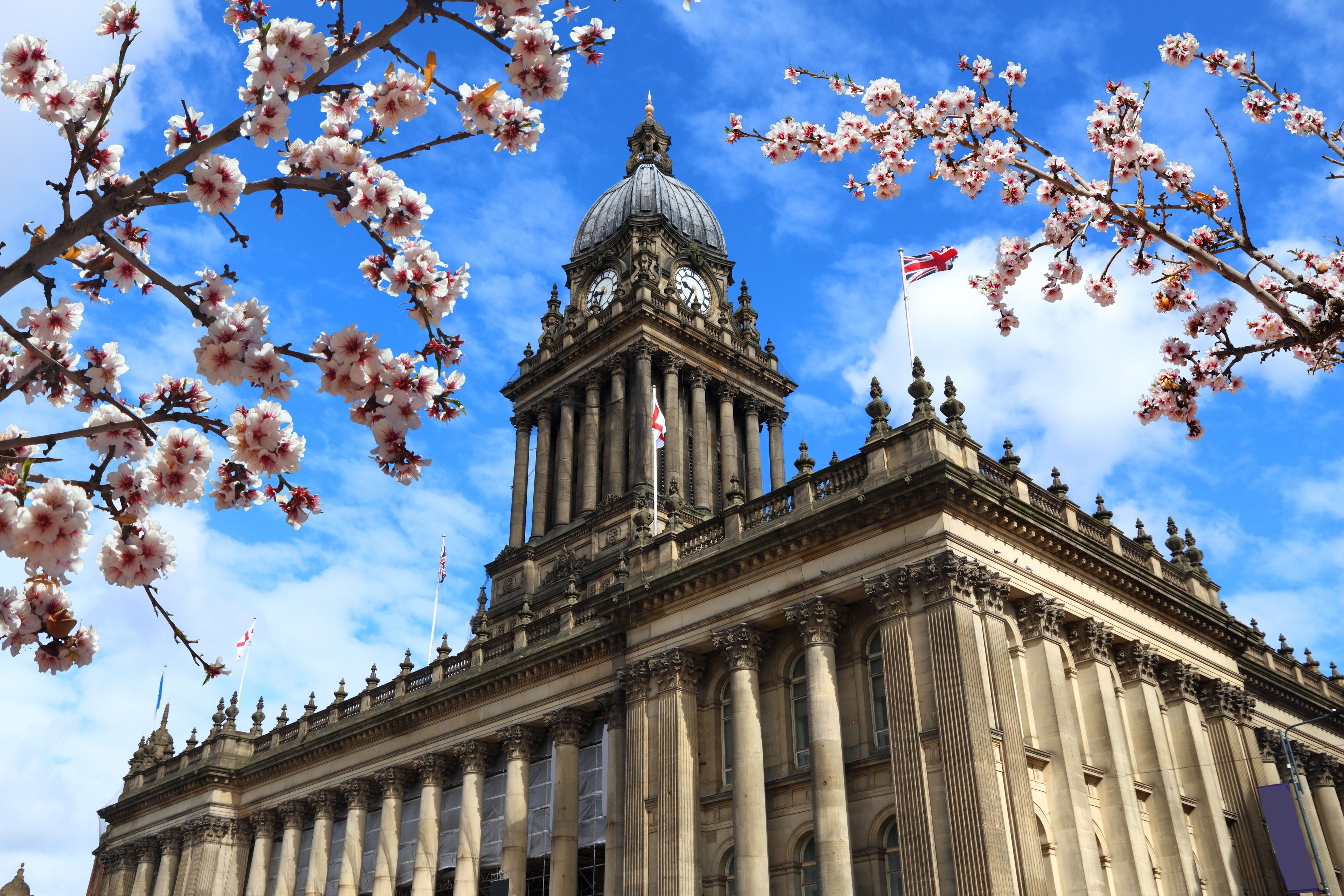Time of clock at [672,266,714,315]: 9:34
